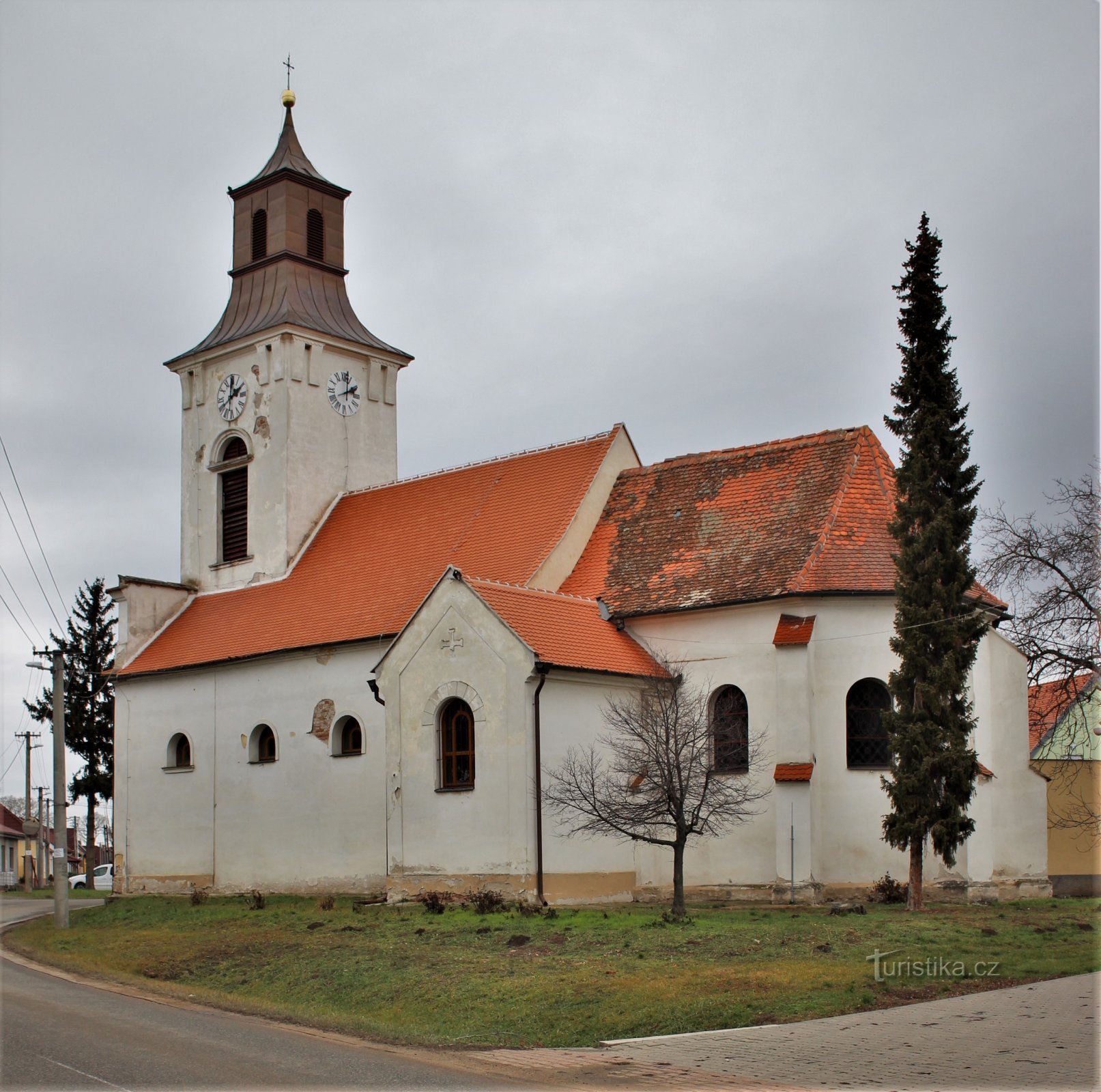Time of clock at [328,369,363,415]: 2:01
